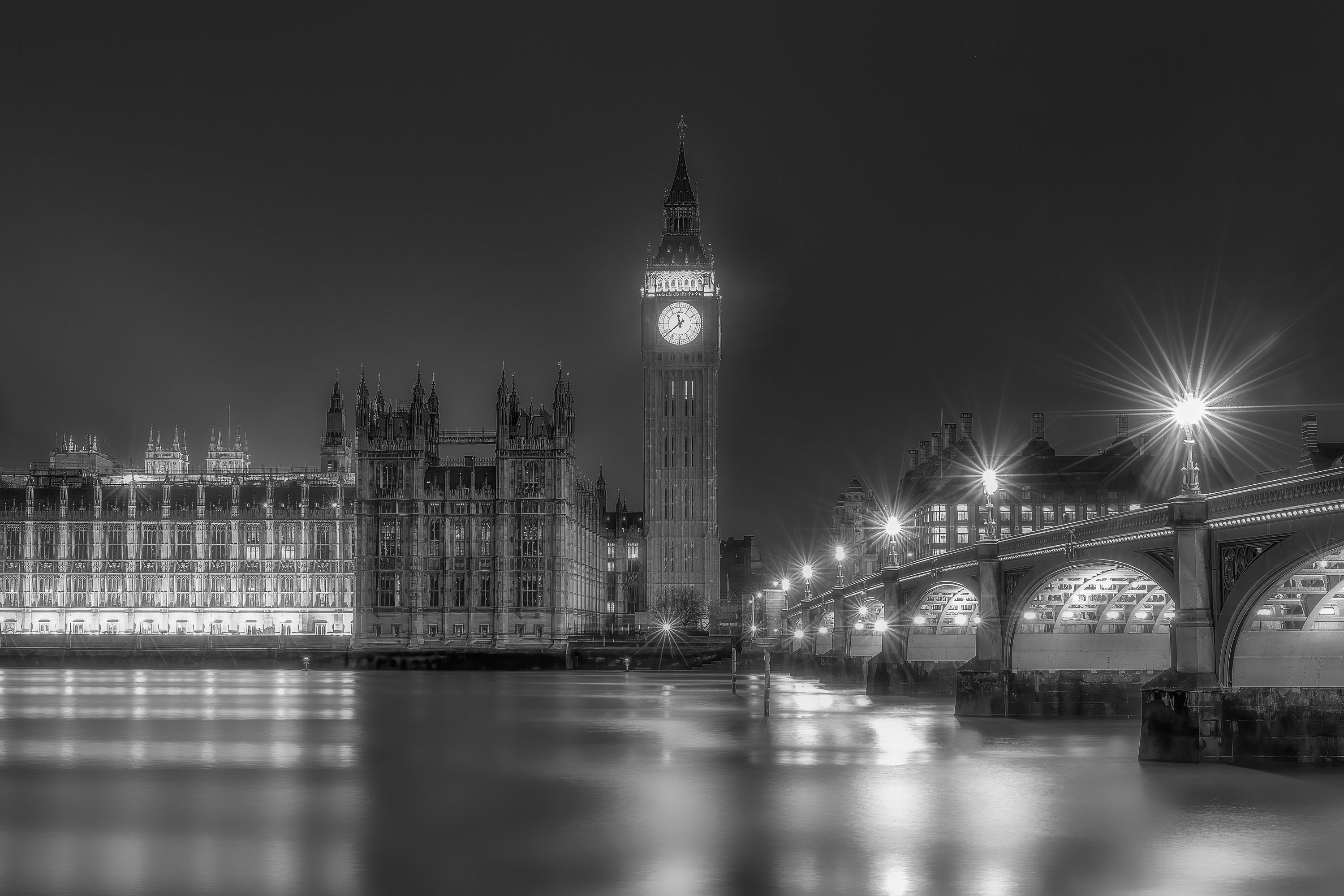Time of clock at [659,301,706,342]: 11:38
